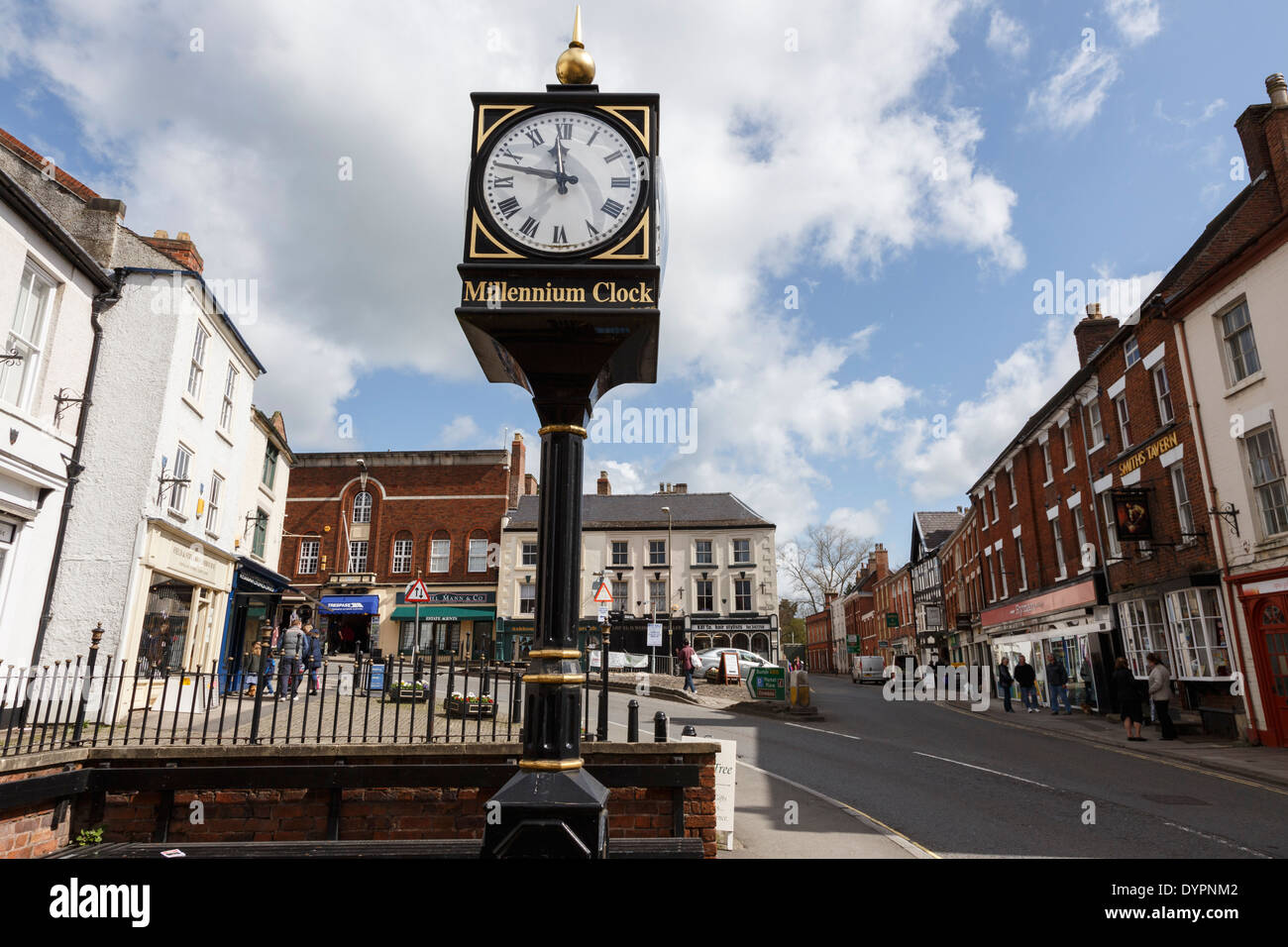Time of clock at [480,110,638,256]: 11:47
